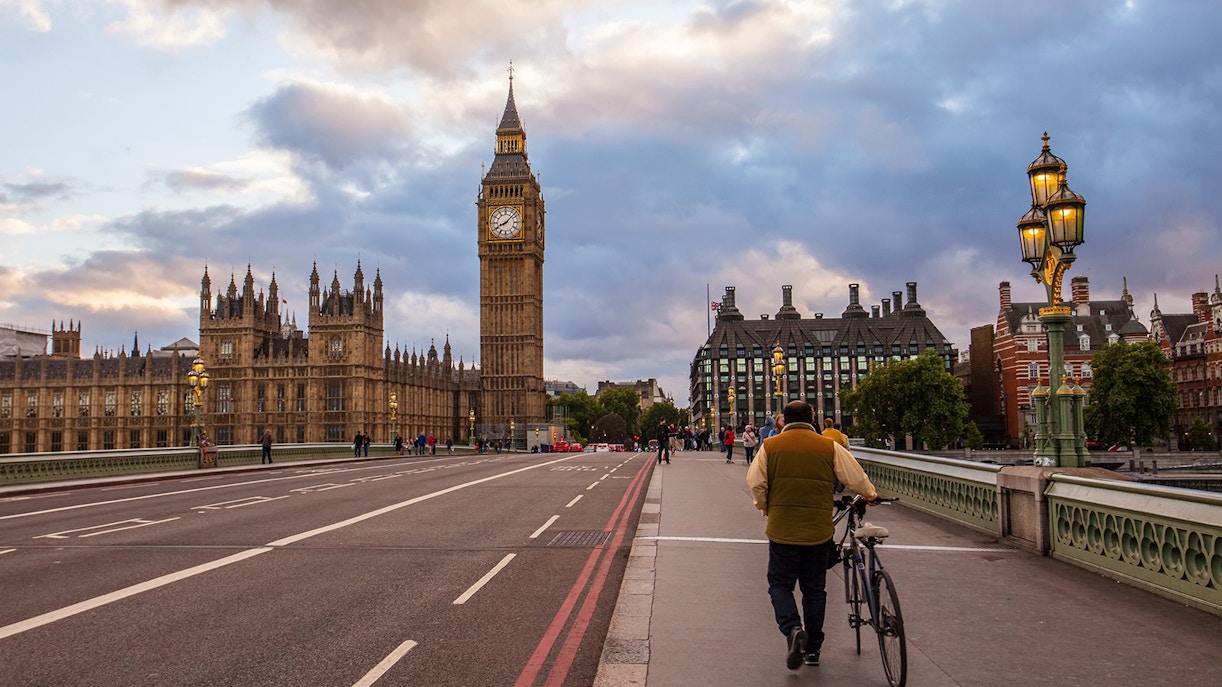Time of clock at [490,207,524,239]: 8:07
